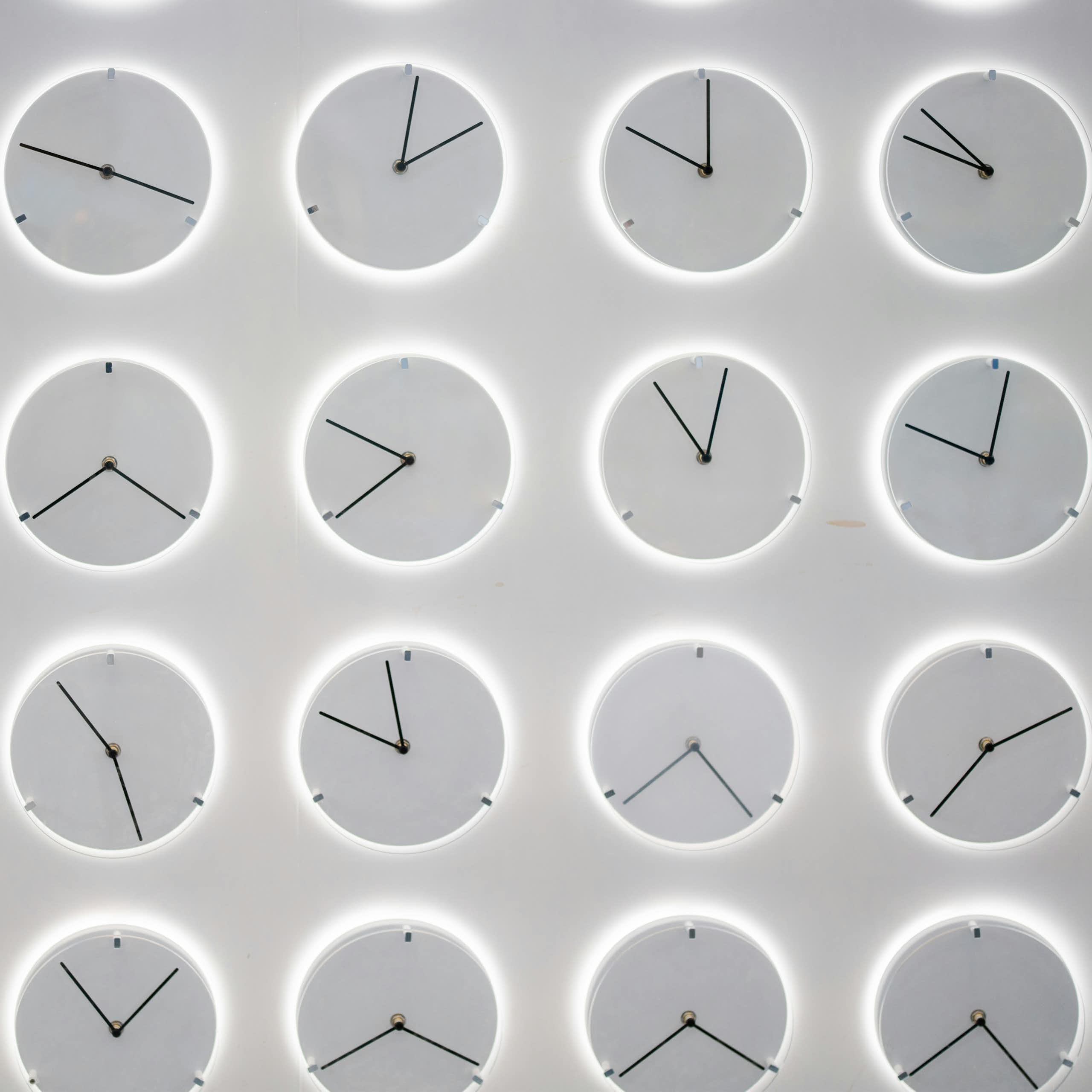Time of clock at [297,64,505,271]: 2:01
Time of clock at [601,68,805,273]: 10:00
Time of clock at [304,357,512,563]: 7:49
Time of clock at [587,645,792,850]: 4:38
